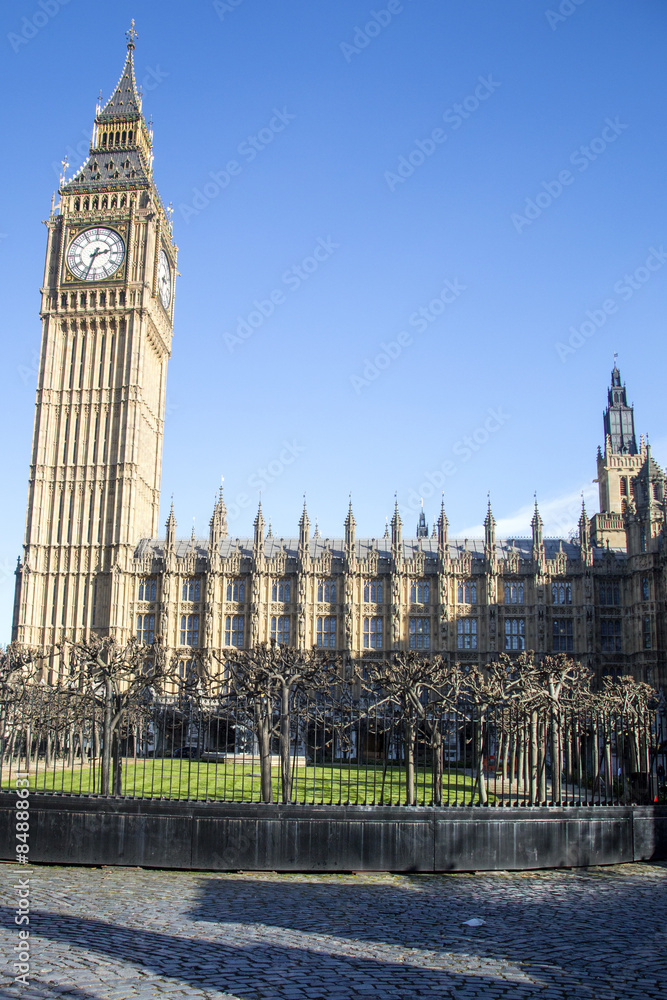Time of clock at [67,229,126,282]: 2:33
